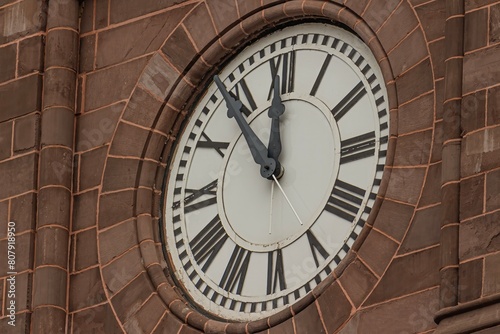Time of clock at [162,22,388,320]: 11:53
